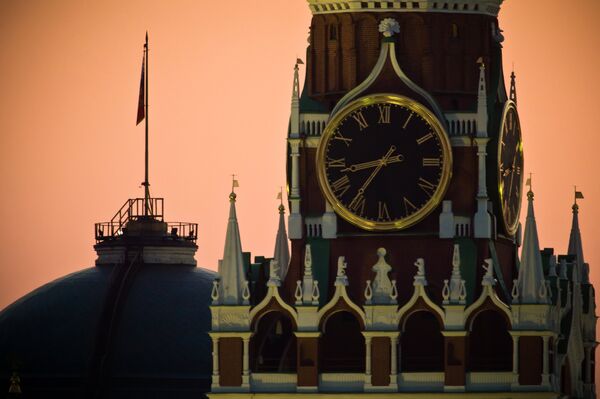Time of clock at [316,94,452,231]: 8:35
